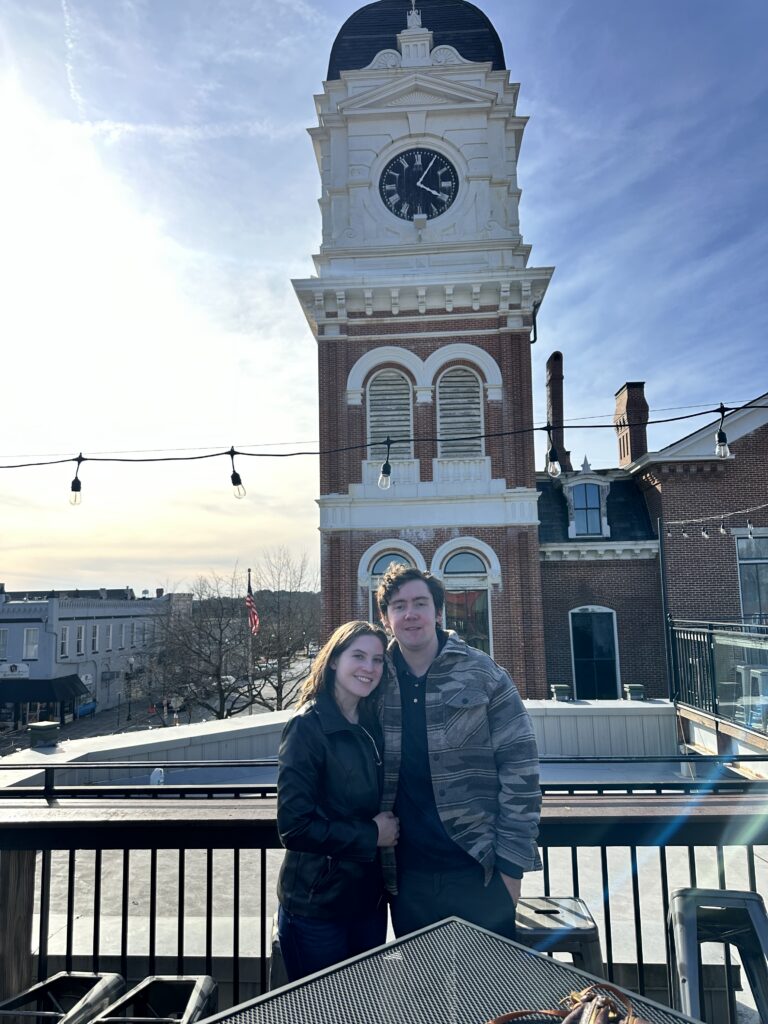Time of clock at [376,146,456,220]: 4:05
